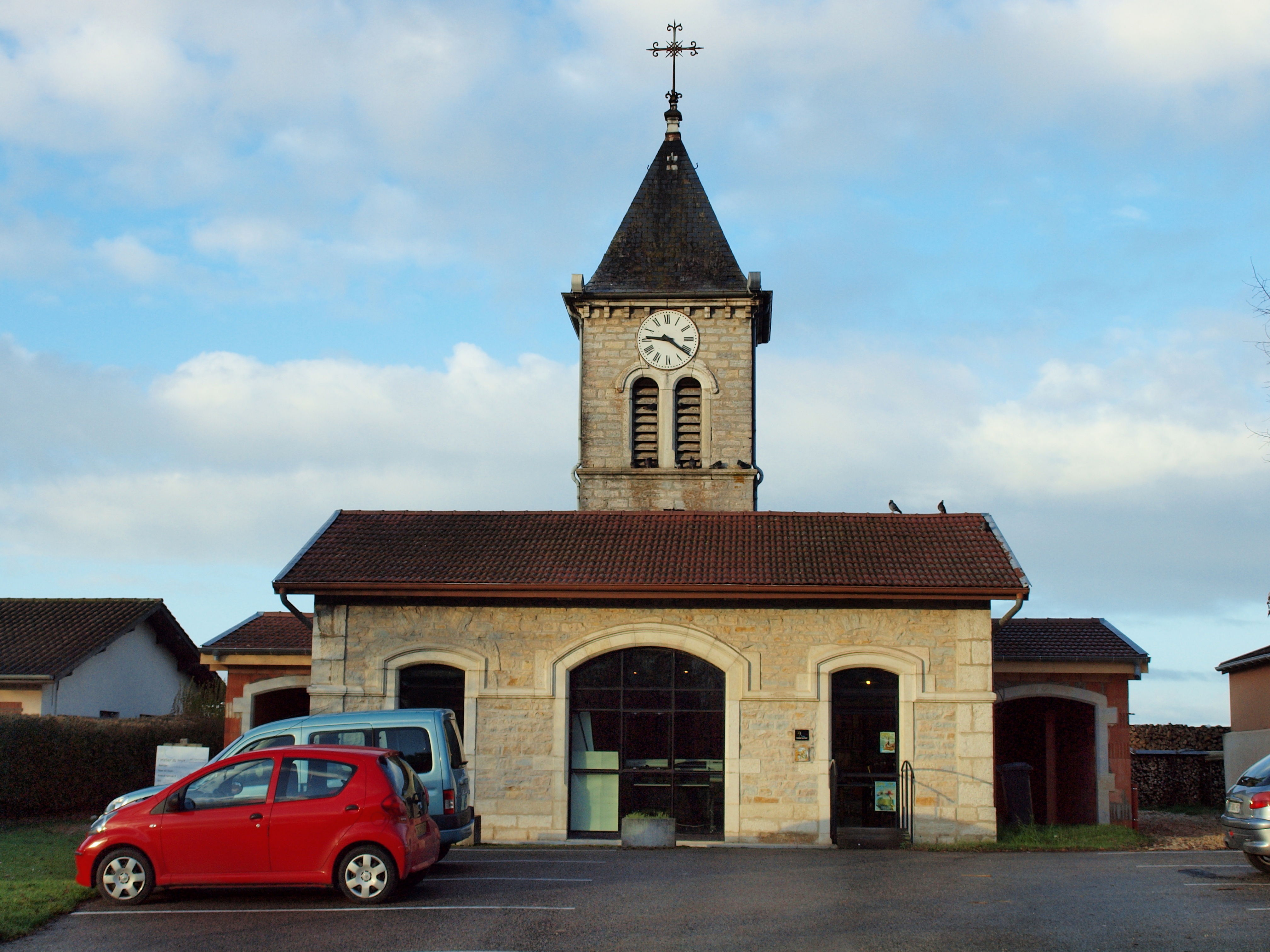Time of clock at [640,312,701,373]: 9:21
